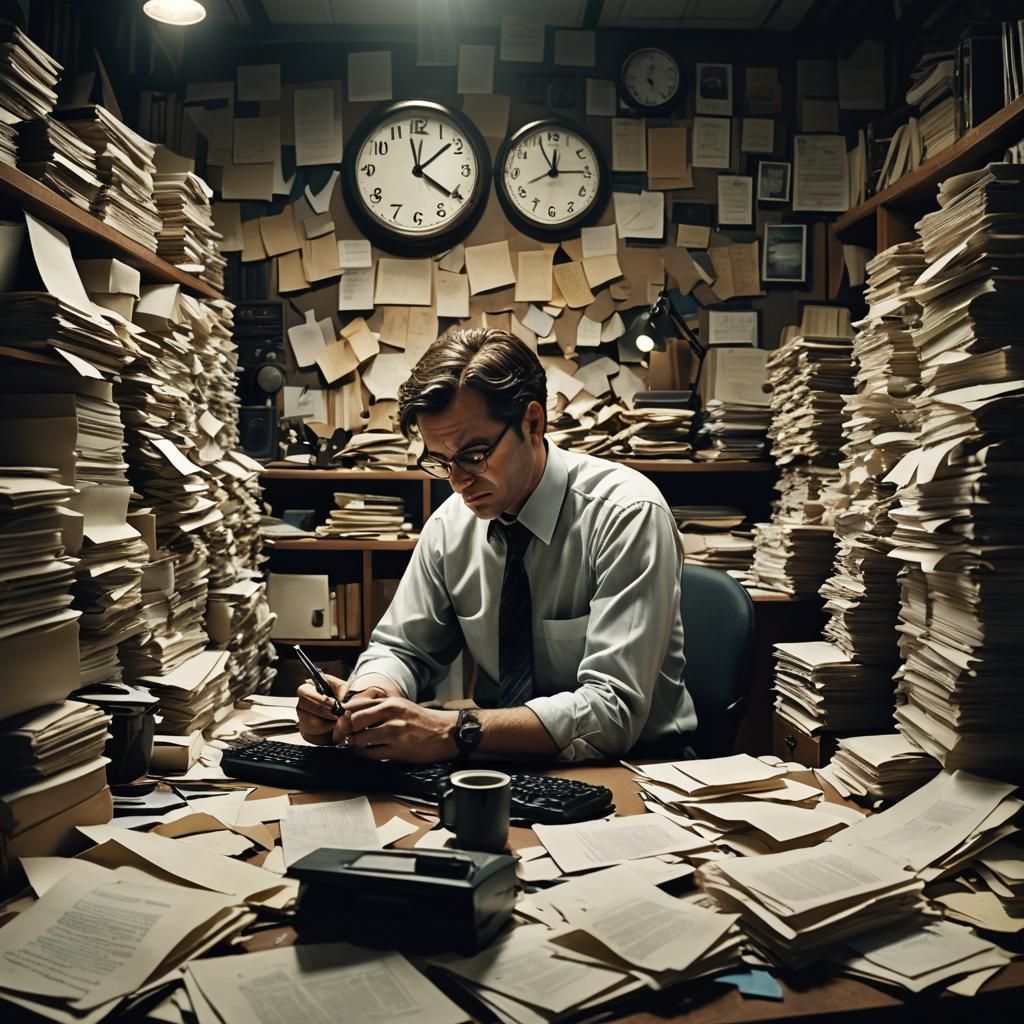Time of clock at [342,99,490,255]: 4:08
